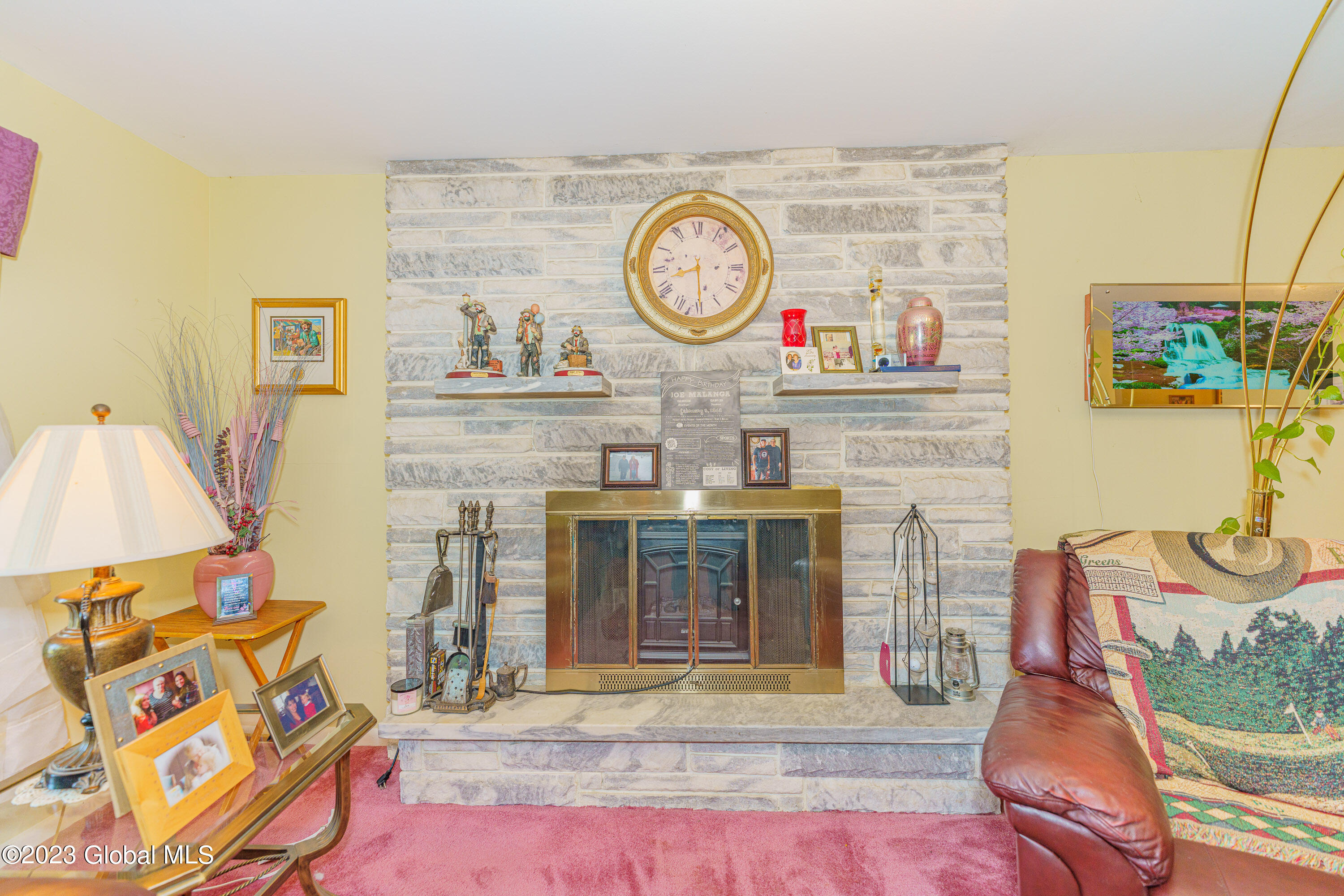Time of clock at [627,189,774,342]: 8:29
